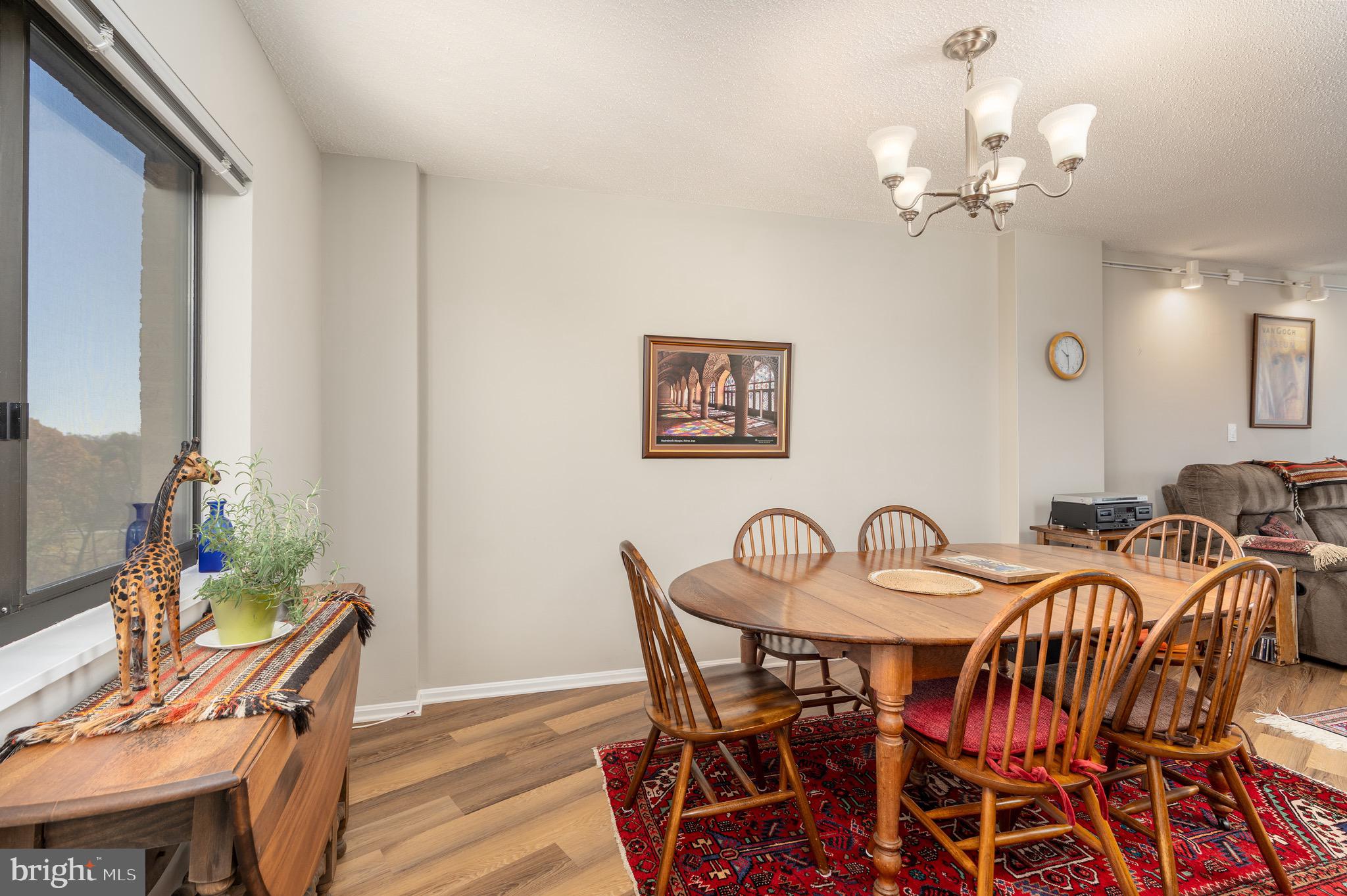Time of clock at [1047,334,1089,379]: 10:29
